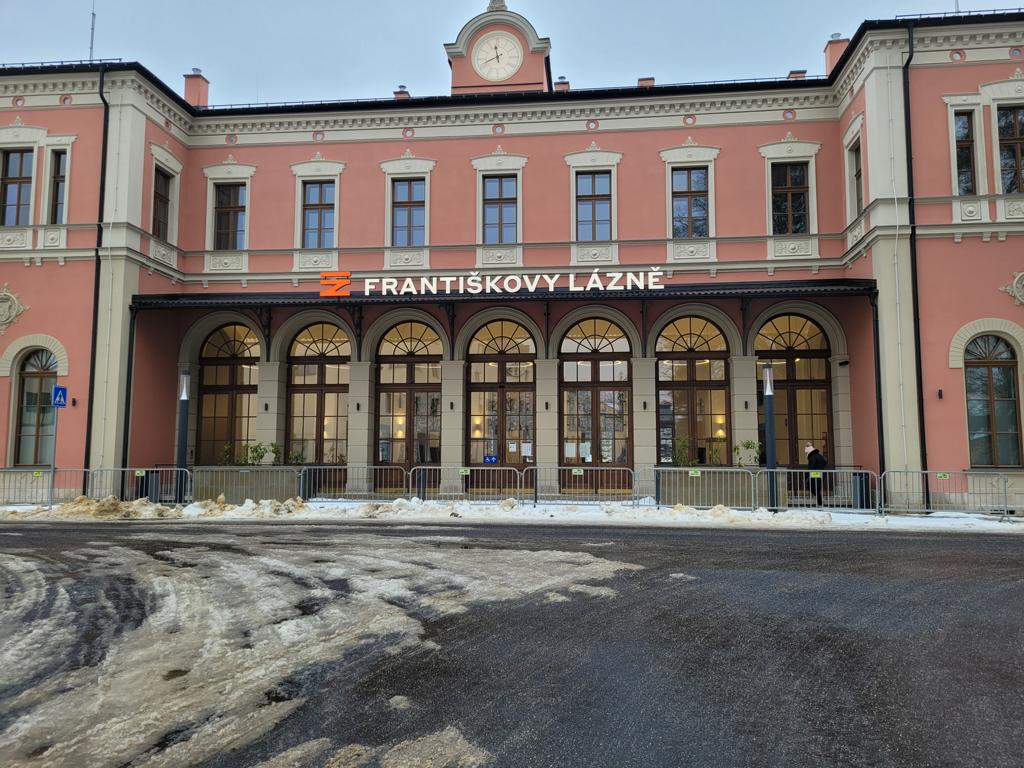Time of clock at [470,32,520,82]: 11:41
